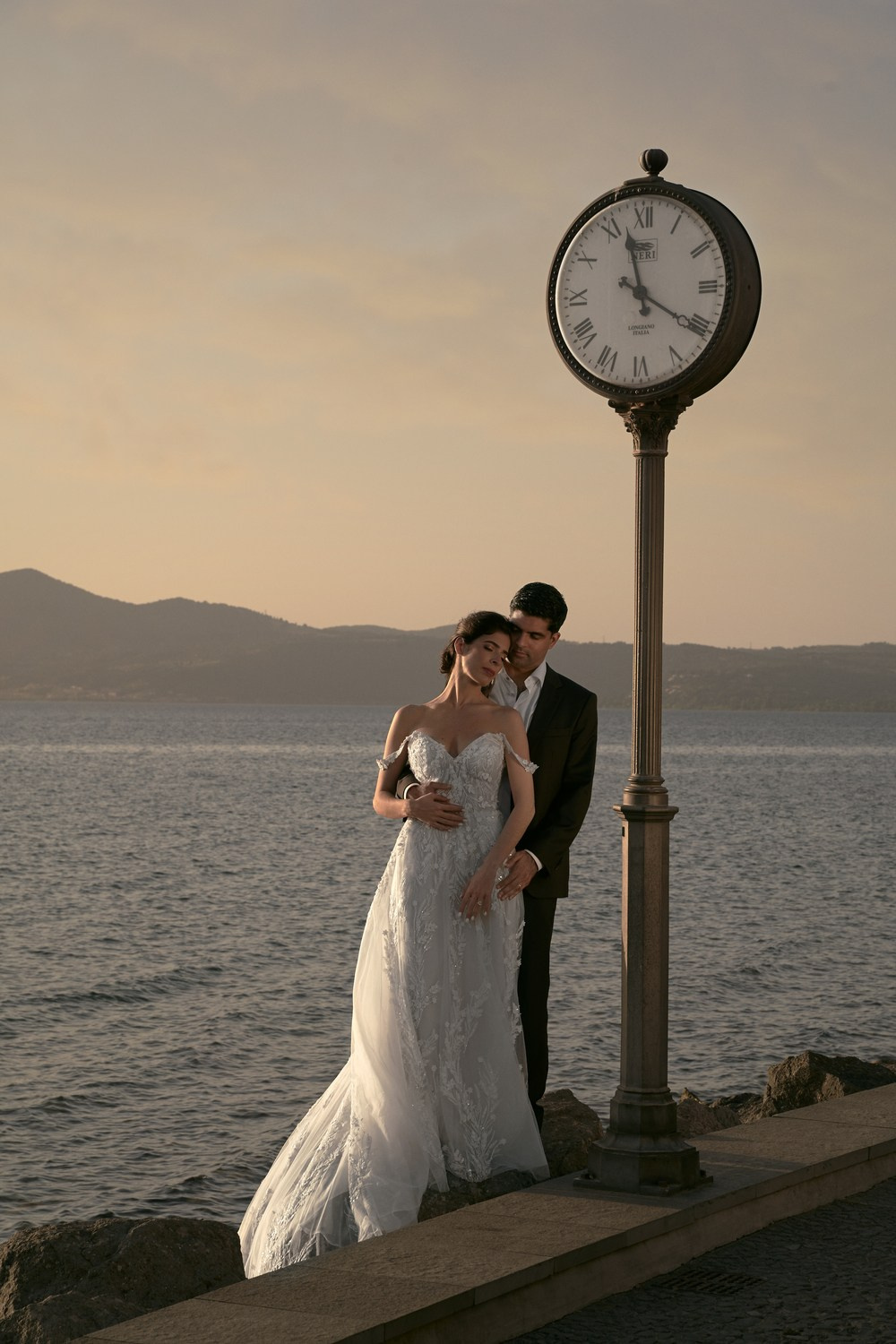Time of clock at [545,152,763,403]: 11:20
